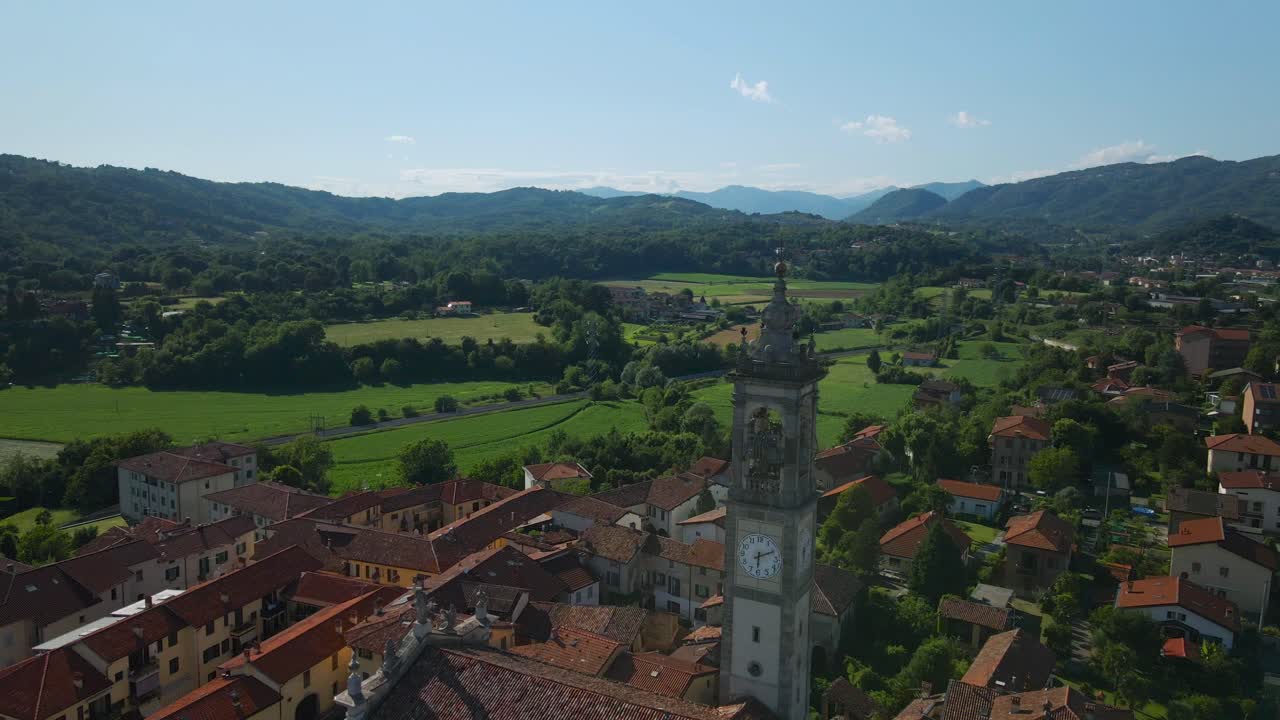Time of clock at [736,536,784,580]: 6:10
